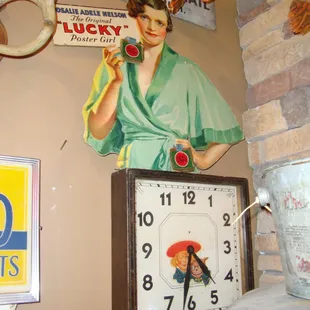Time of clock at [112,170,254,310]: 4:32
